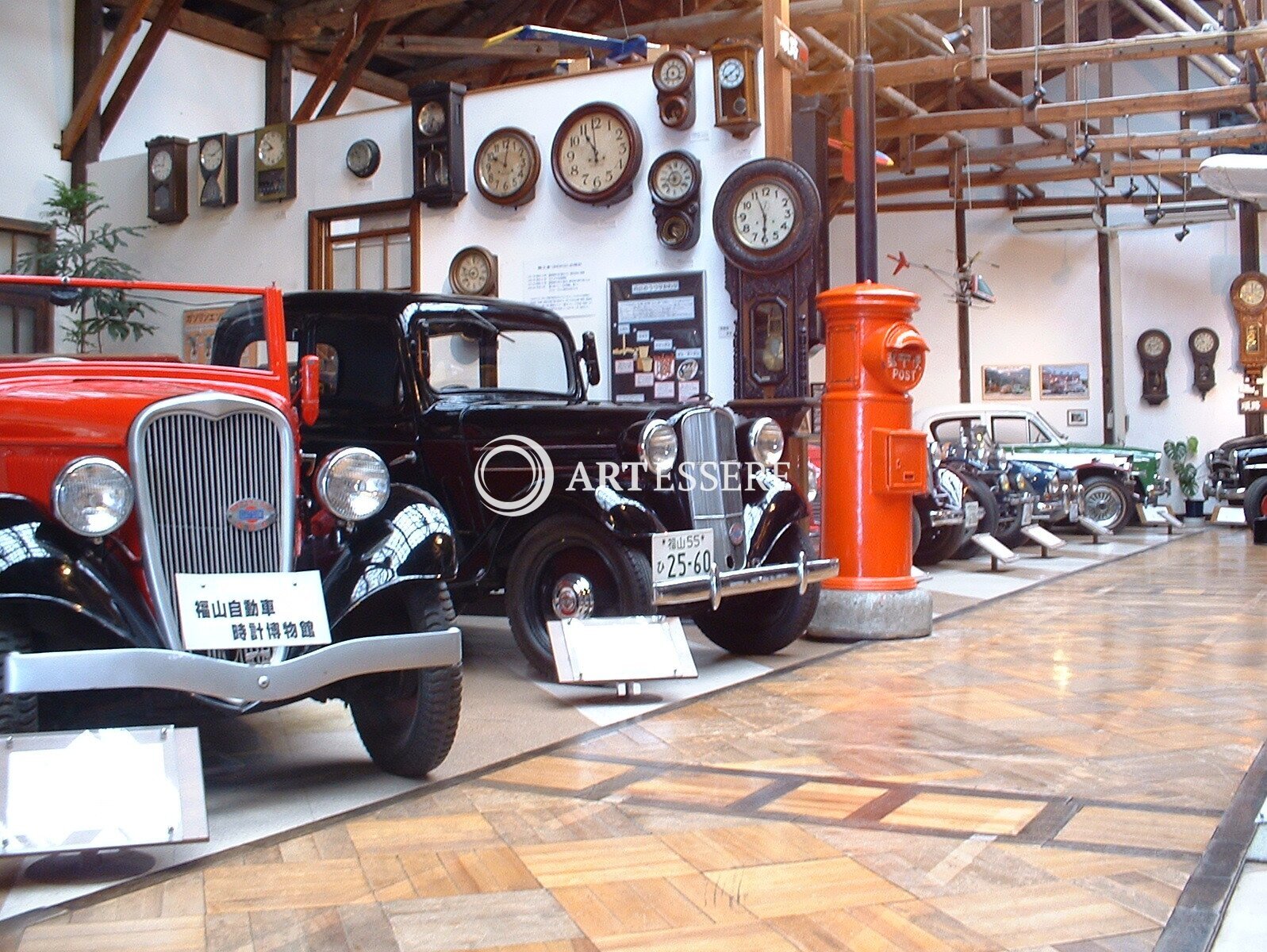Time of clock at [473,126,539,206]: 10:01
